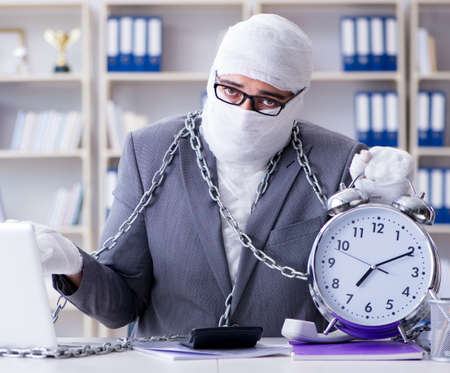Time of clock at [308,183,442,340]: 7:10
